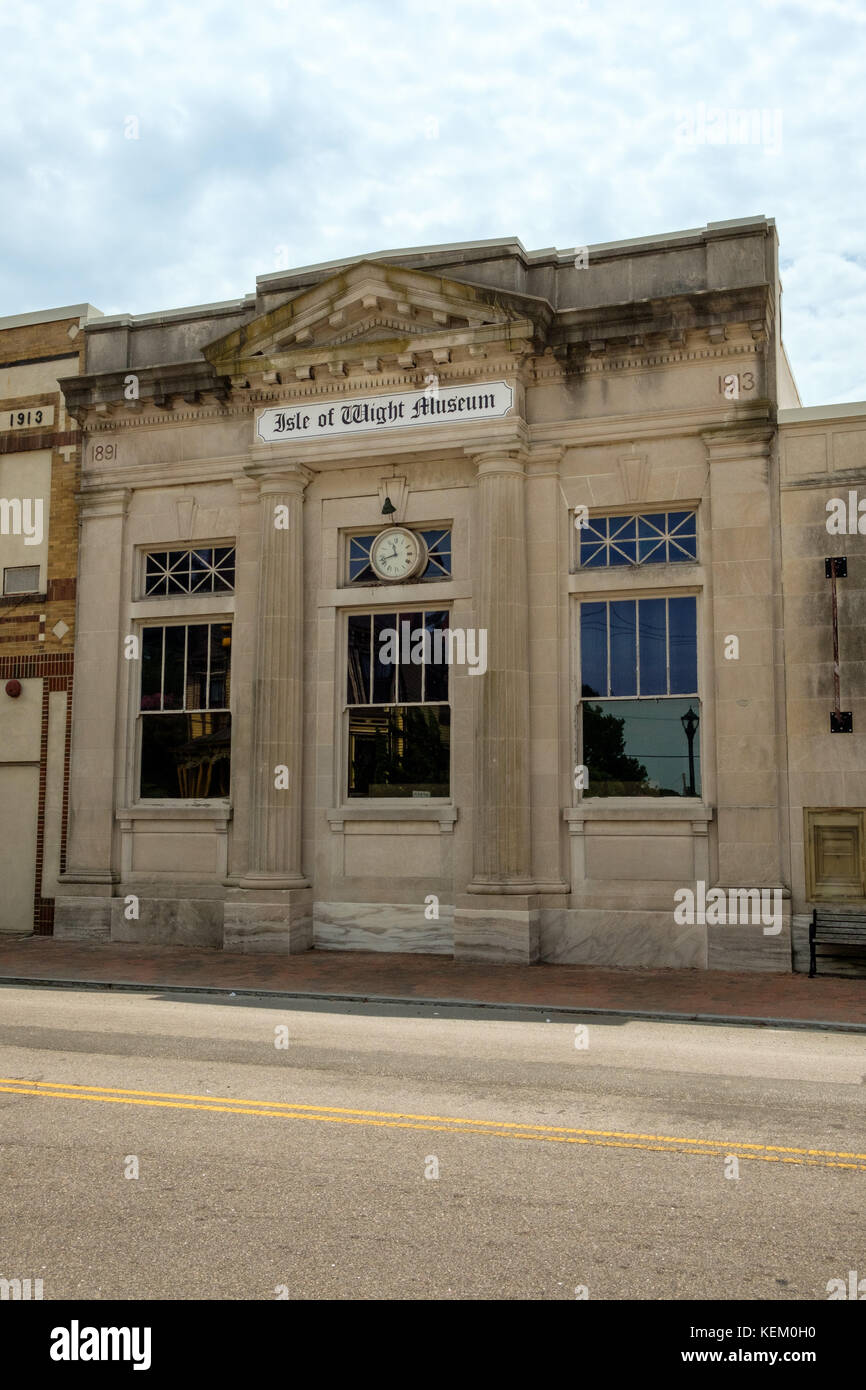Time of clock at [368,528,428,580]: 11:42
